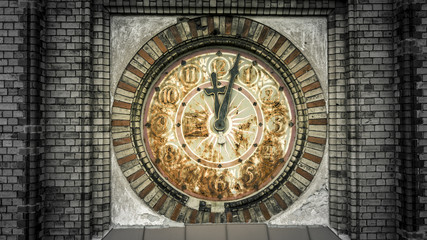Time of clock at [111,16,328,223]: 12:02
